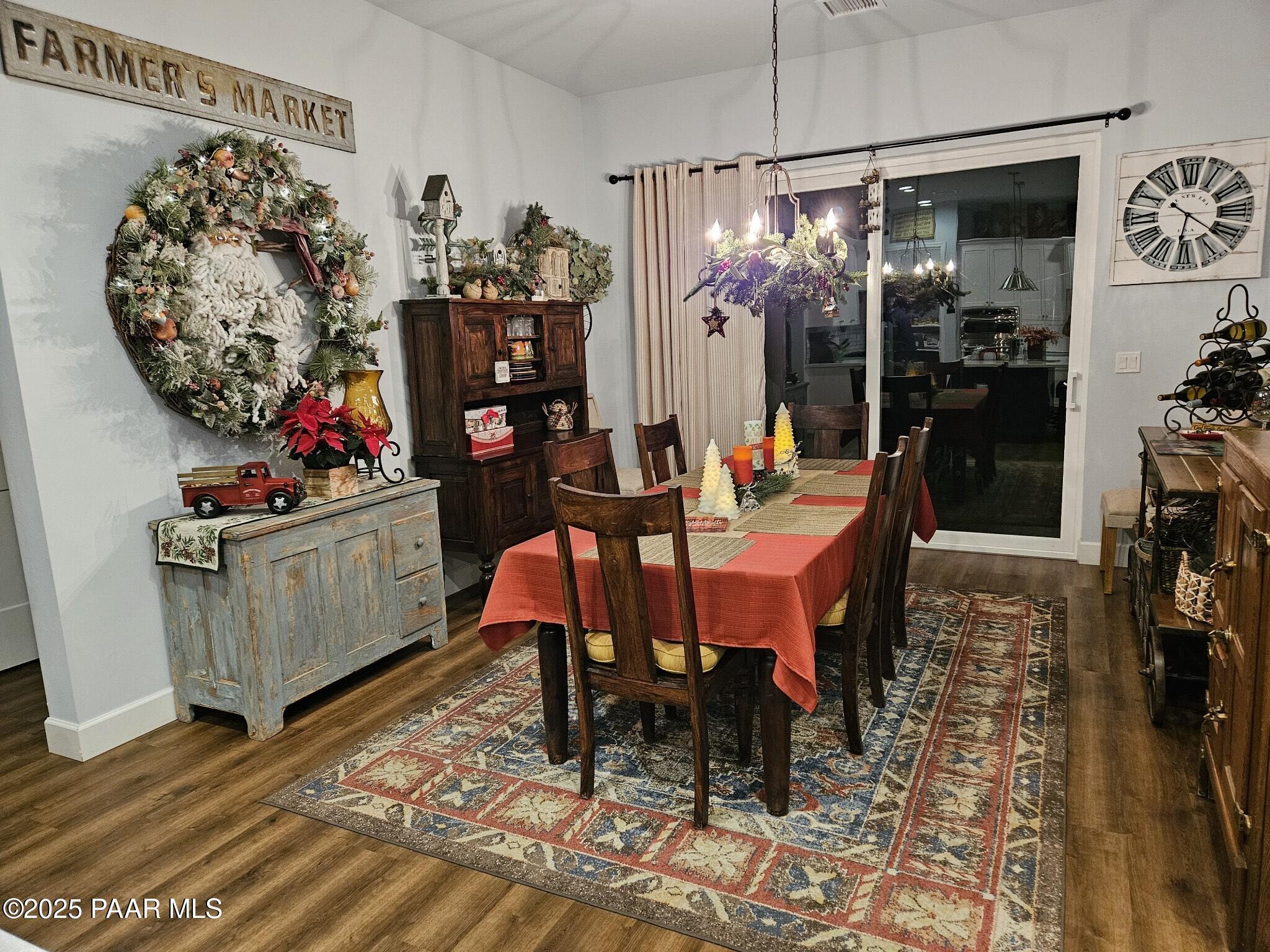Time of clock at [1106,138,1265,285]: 6:21
